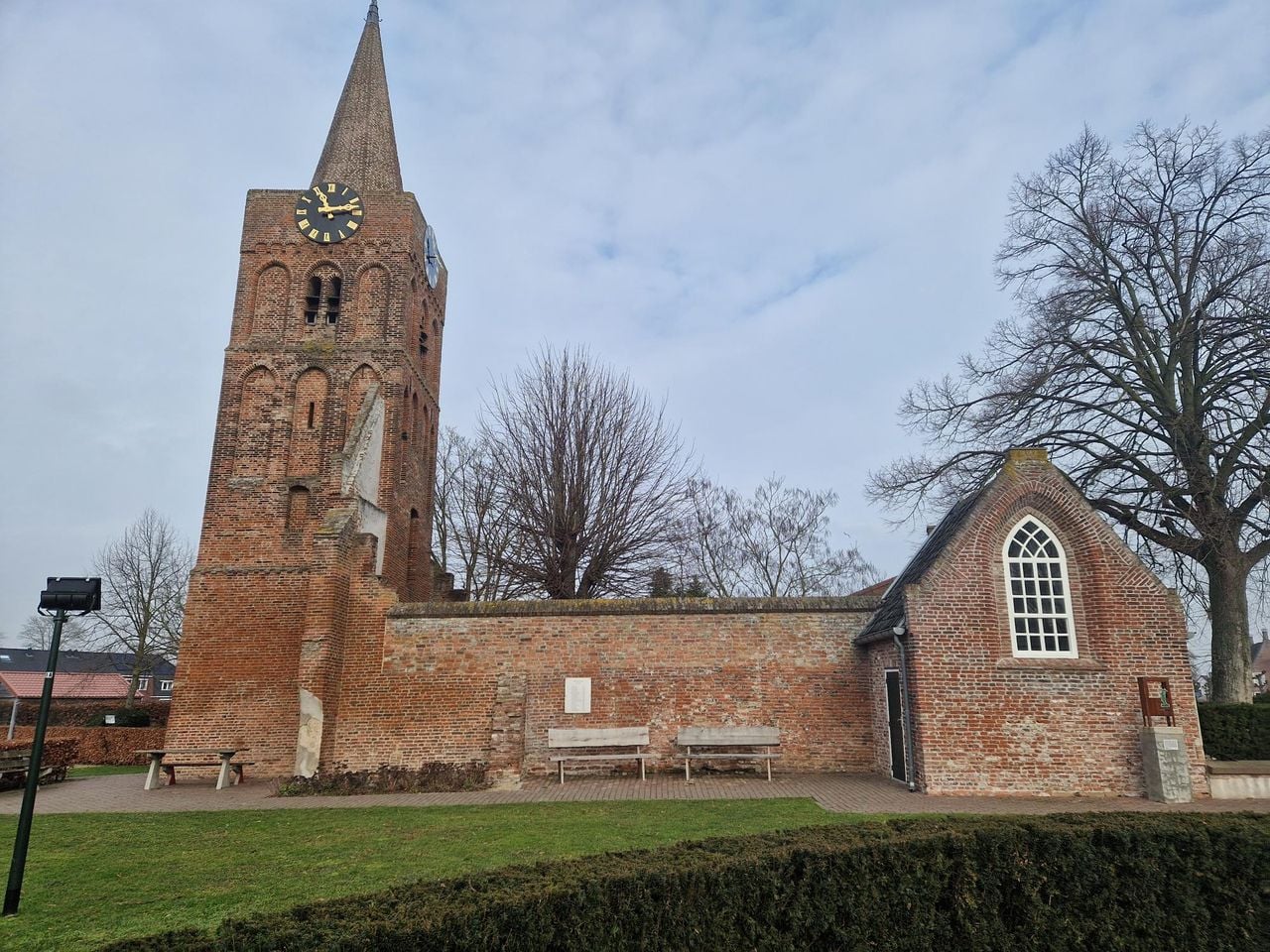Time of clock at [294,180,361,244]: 11:13
